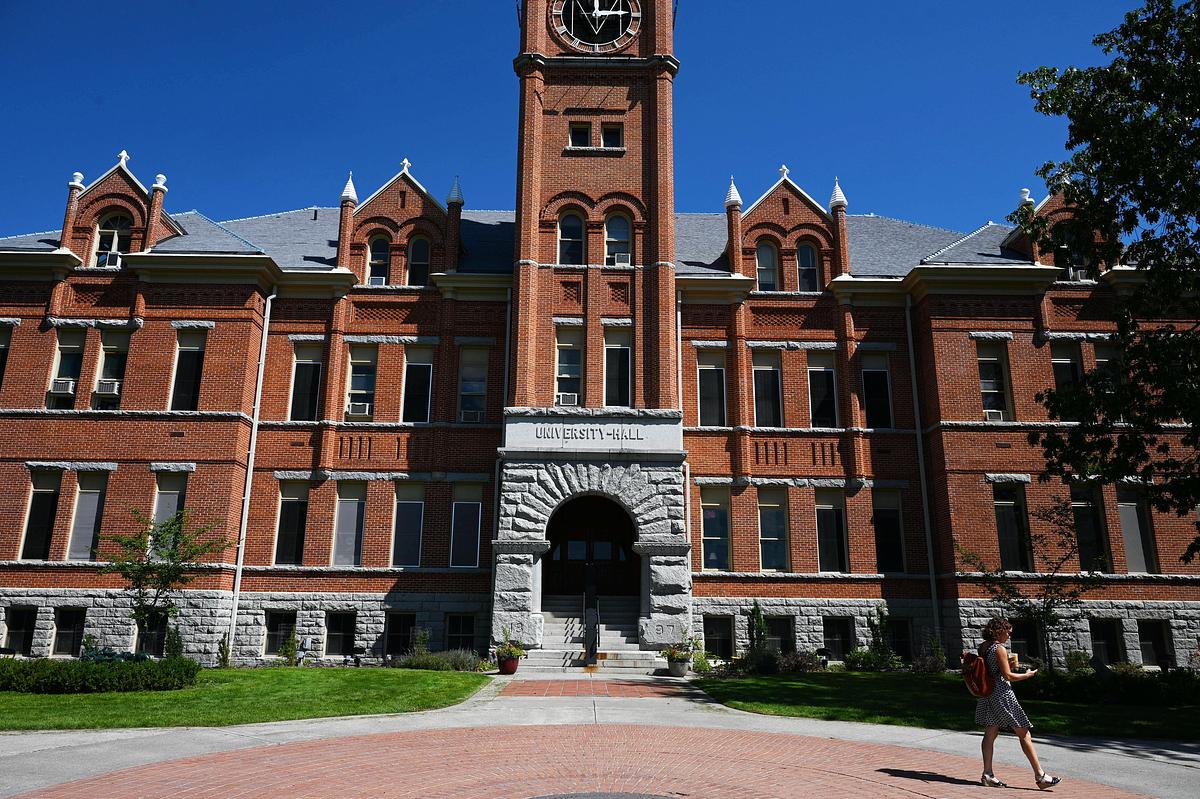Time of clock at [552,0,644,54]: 12:14
